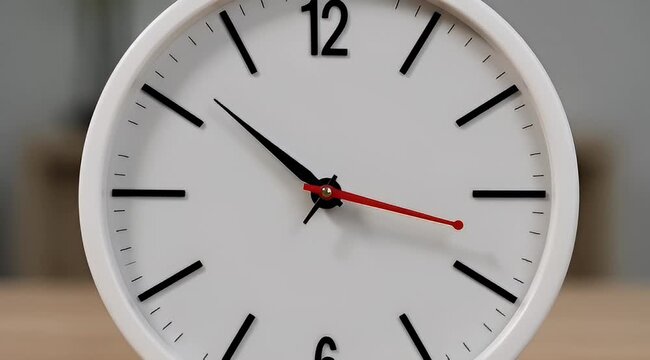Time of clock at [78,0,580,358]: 10:17
